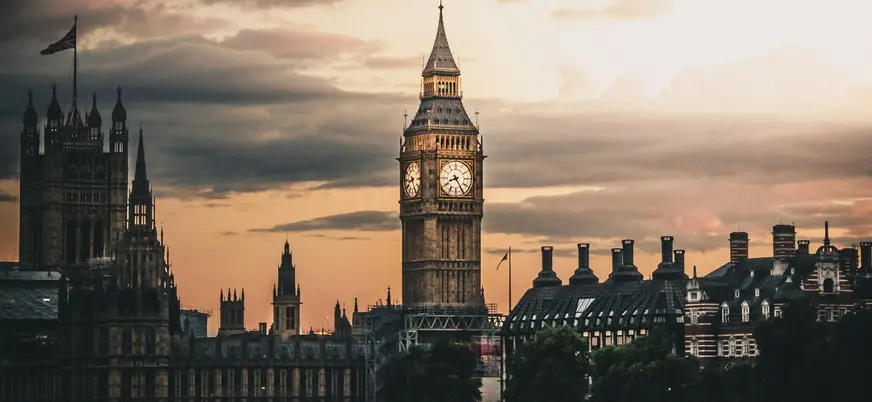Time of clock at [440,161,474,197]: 8:24
